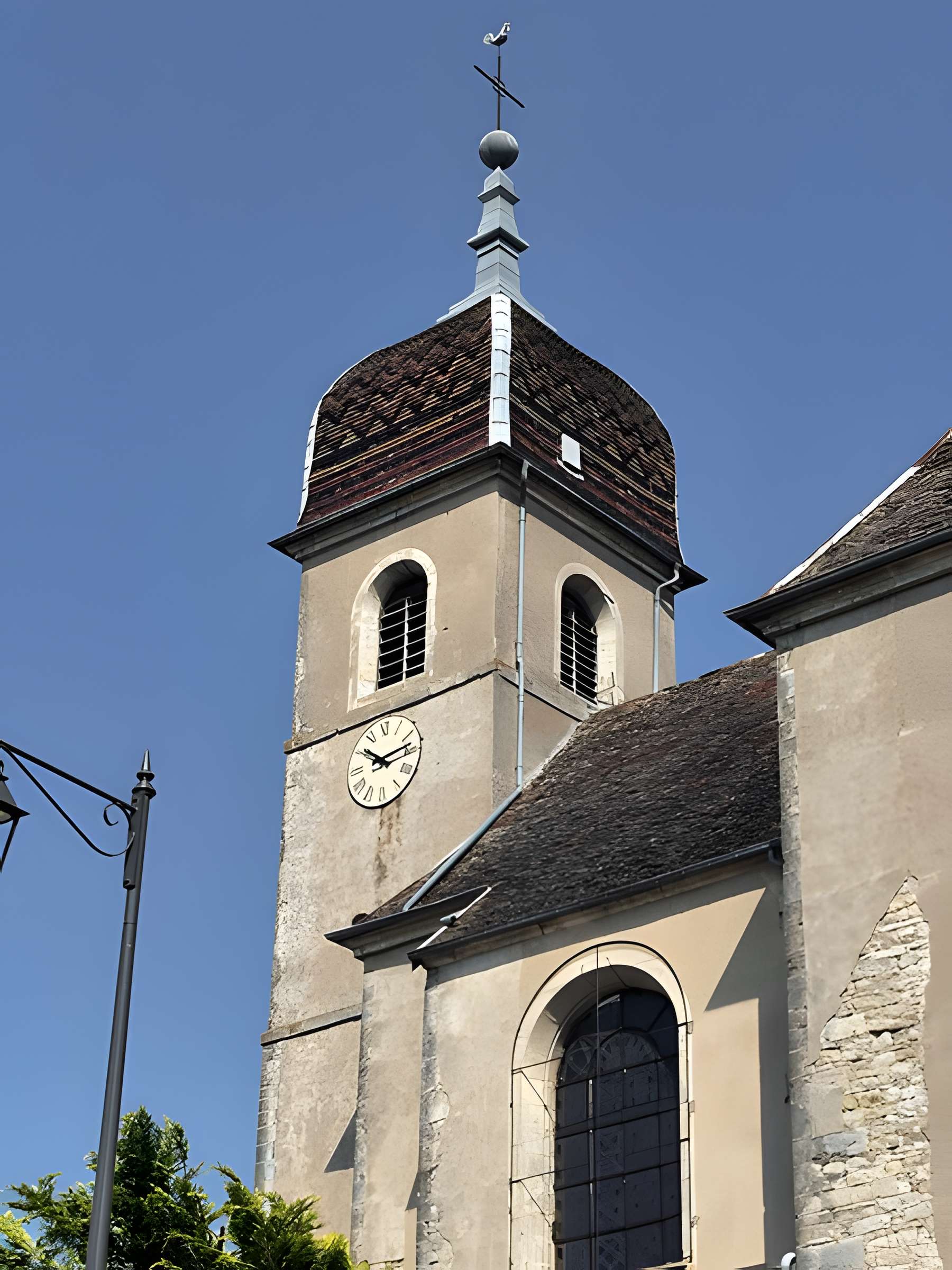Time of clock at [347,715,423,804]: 10:13
